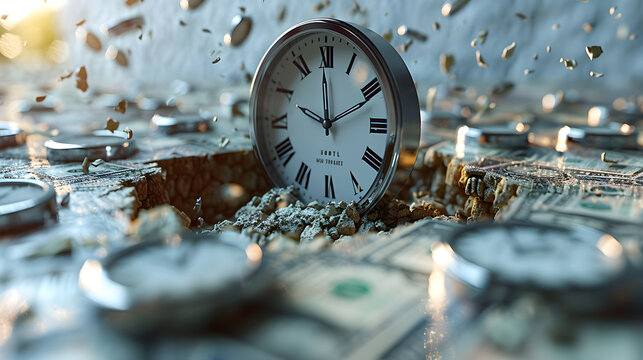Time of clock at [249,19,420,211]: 9:59
